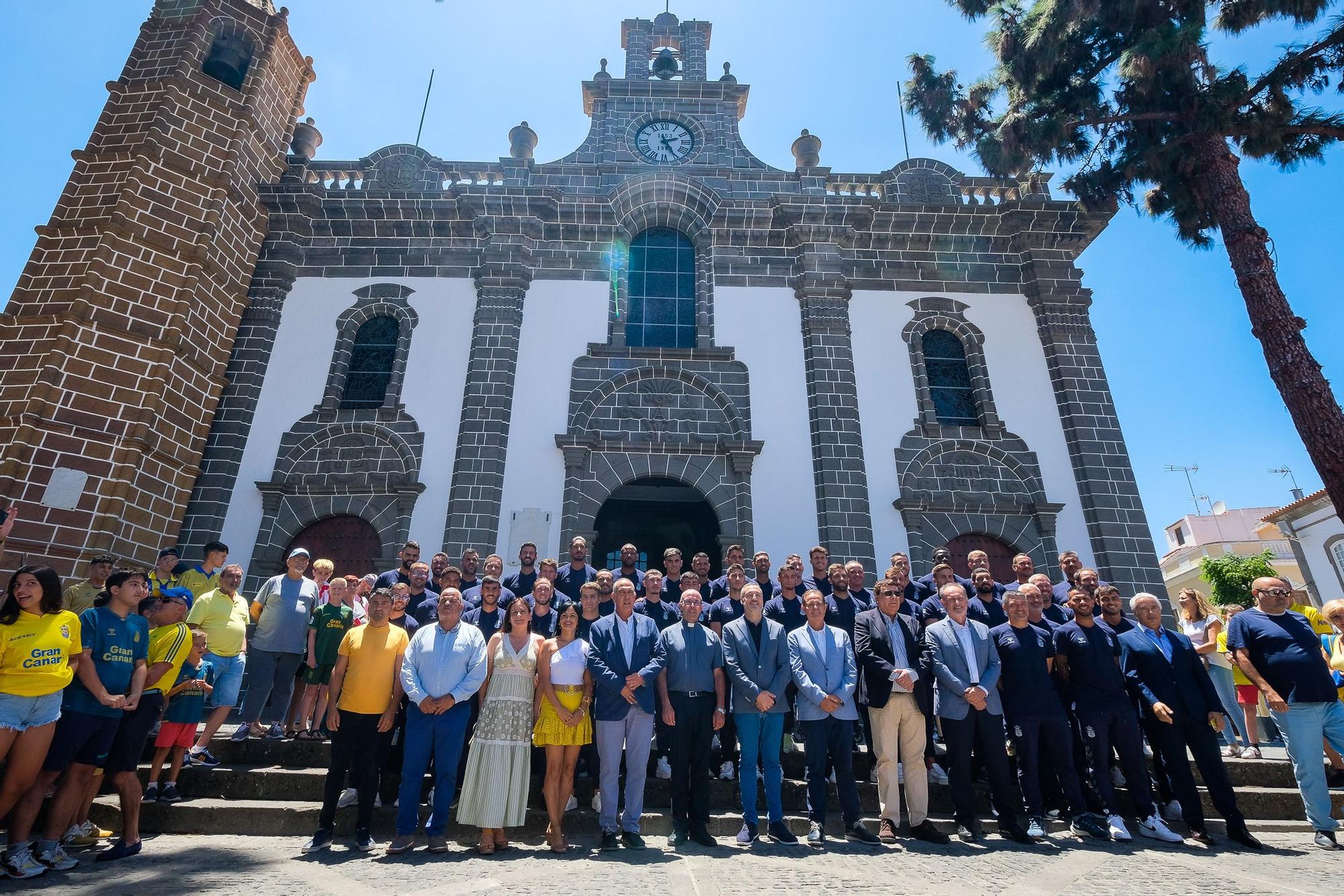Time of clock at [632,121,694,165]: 2:25
